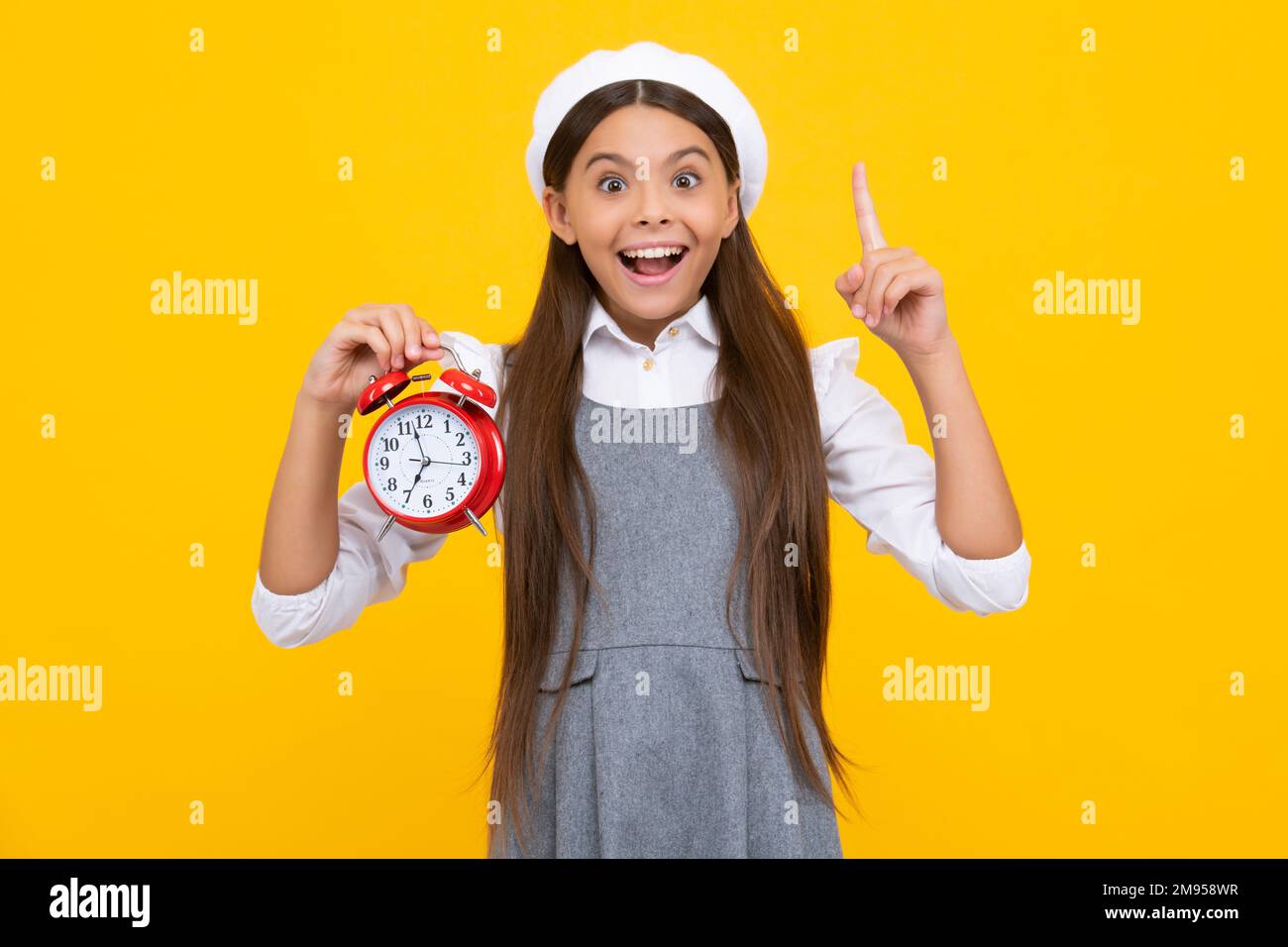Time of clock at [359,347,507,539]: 6:57
